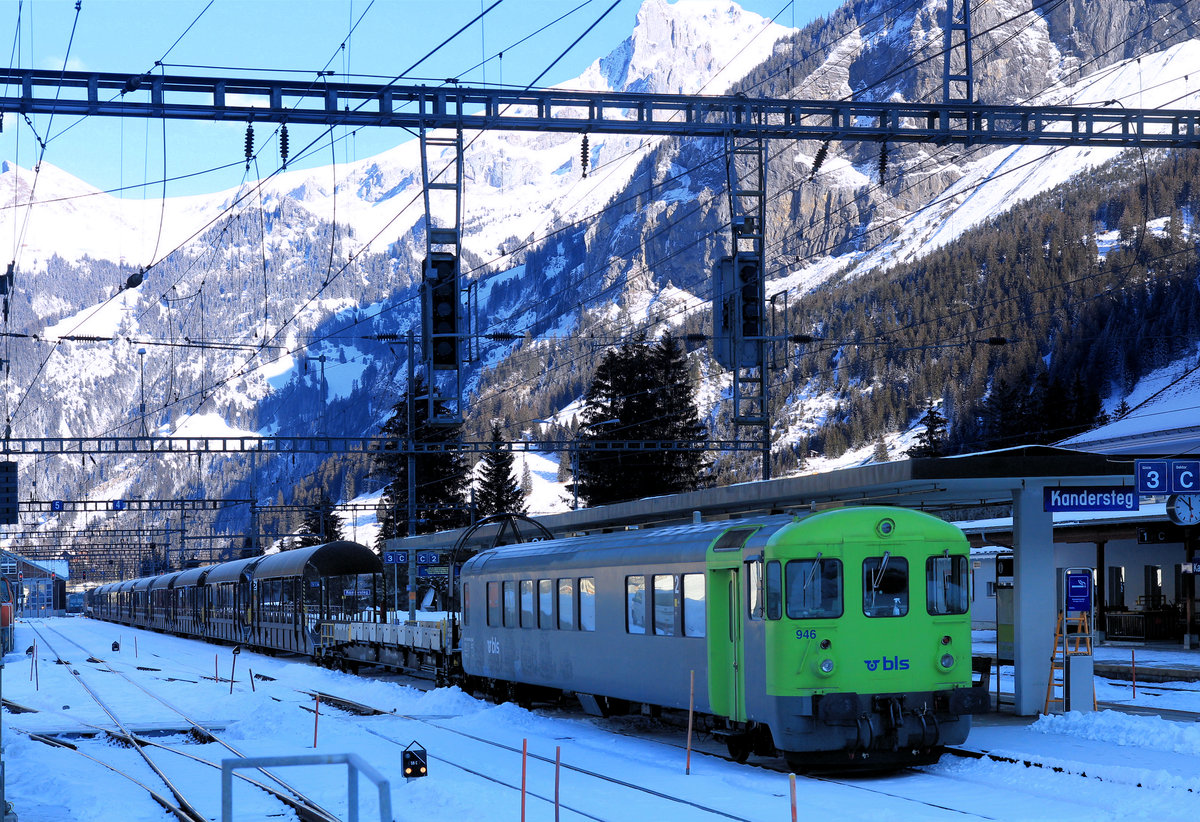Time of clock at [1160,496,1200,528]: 11:52
